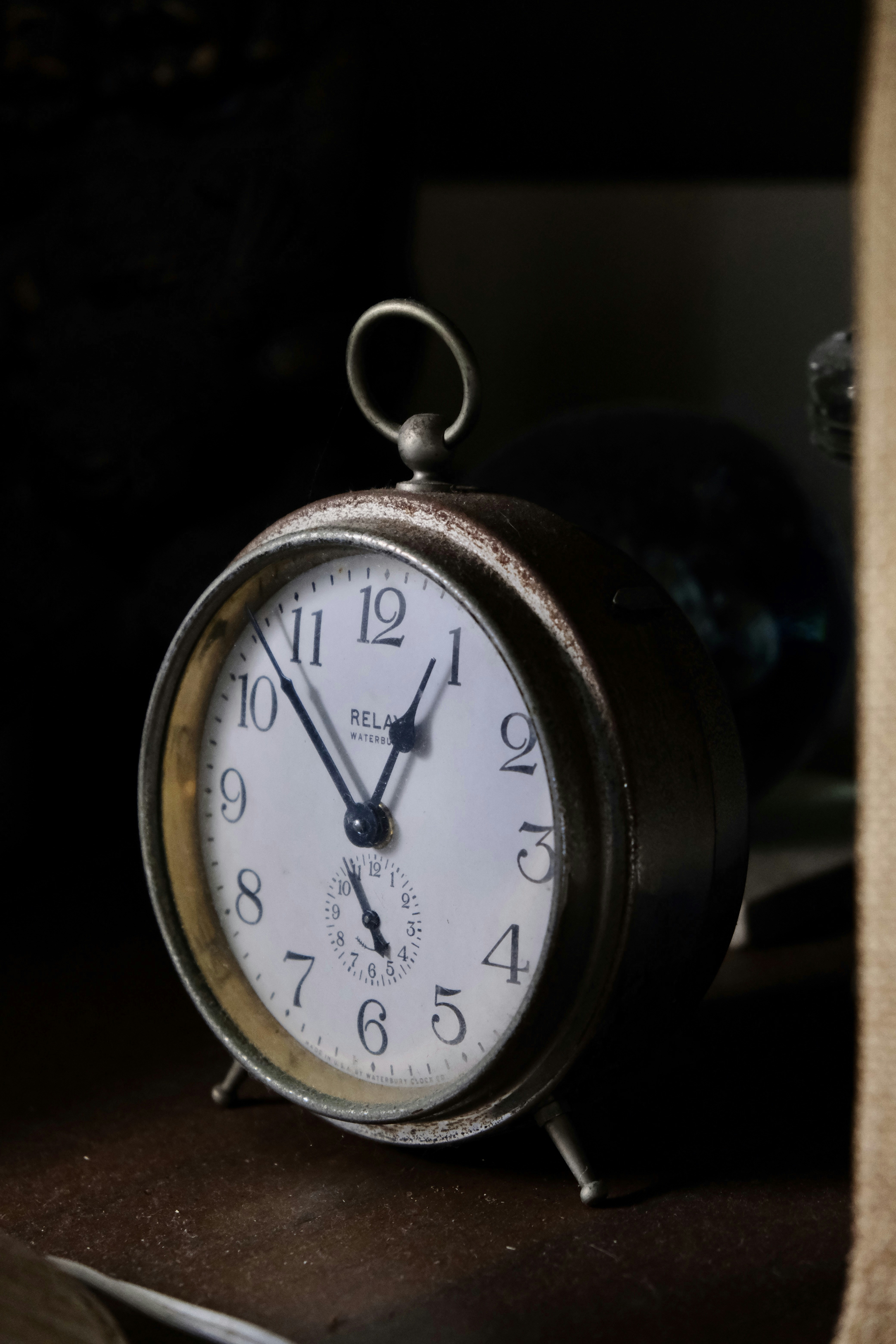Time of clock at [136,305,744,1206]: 12:52
